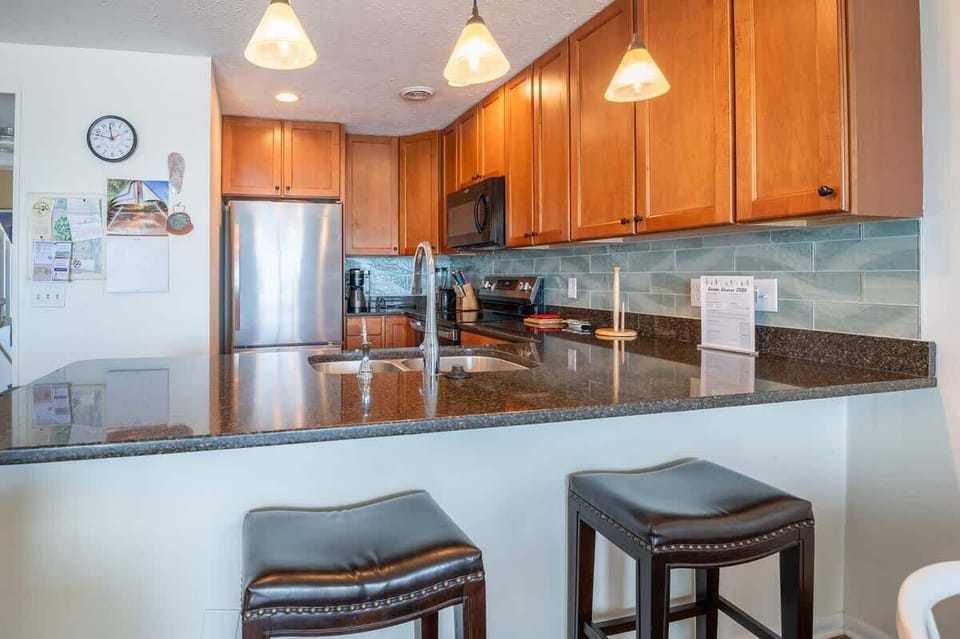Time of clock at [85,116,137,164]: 11:47
